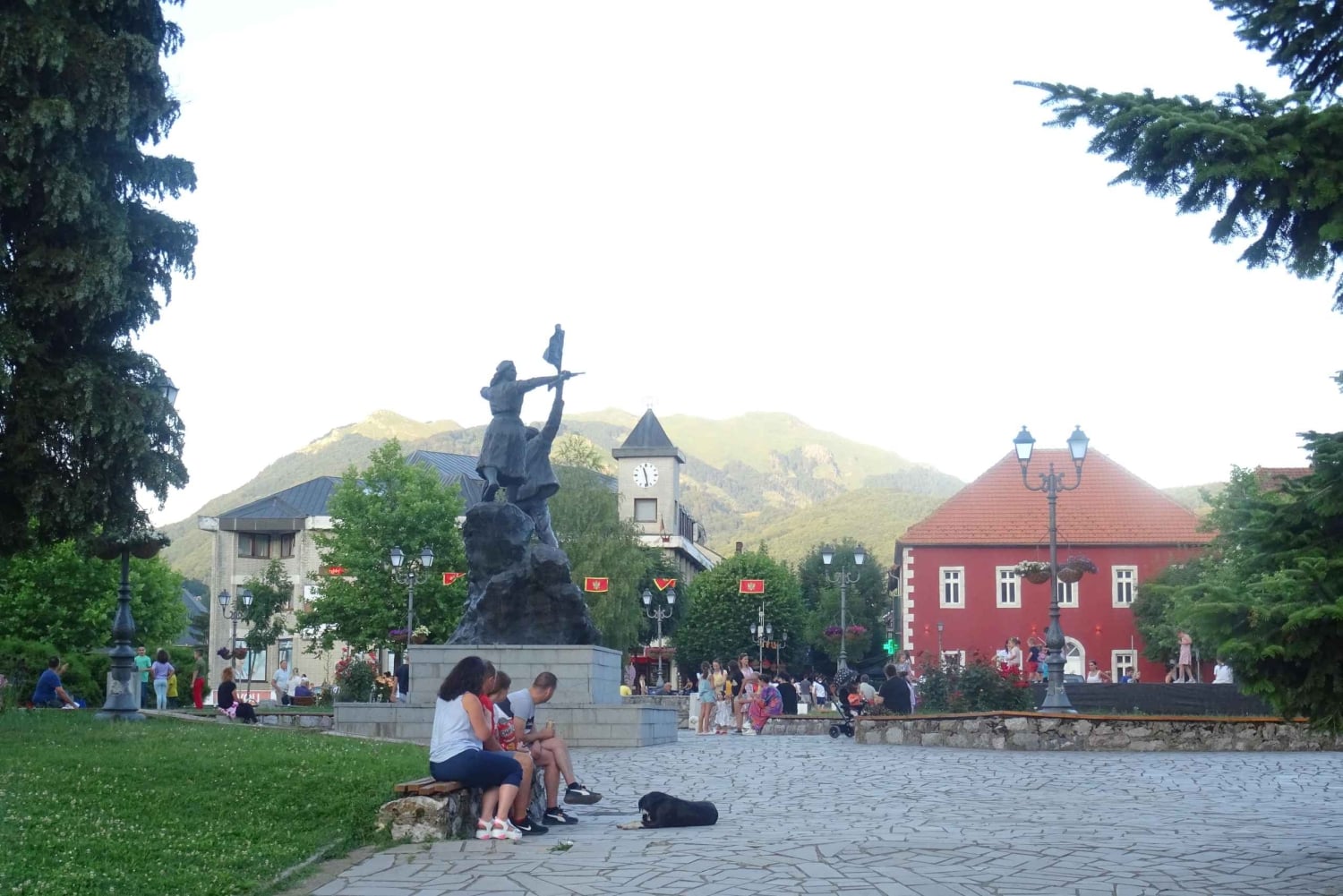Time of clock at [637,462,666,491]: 11:28
